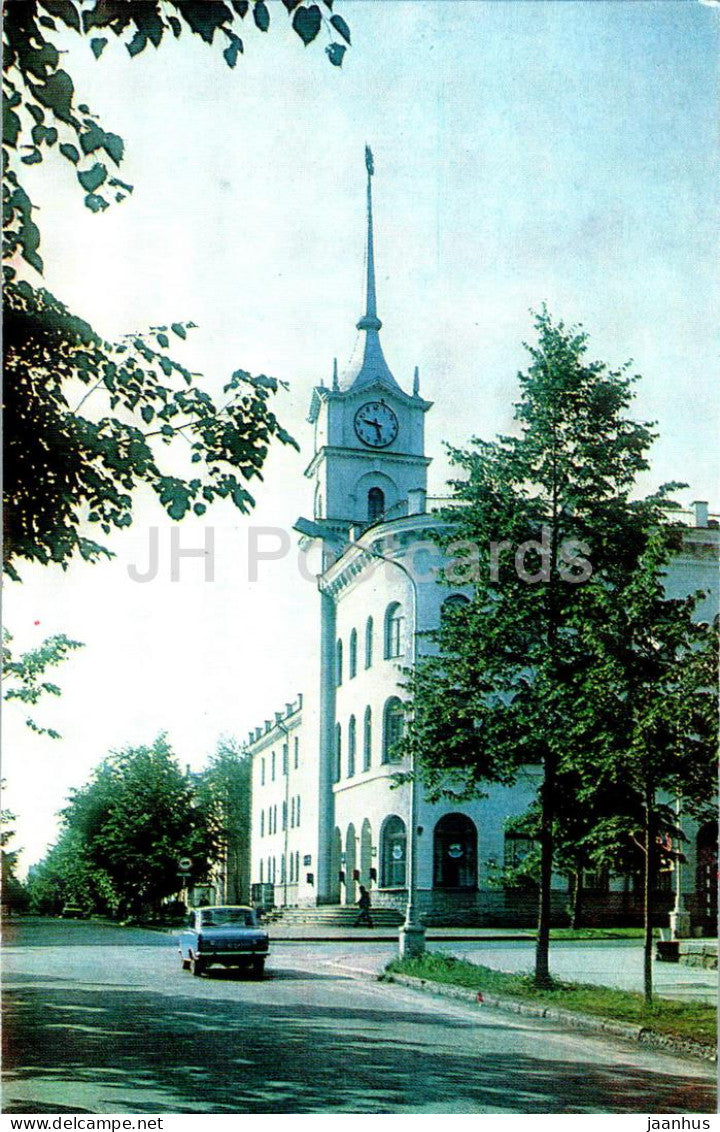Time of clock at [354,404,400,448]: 9:28
